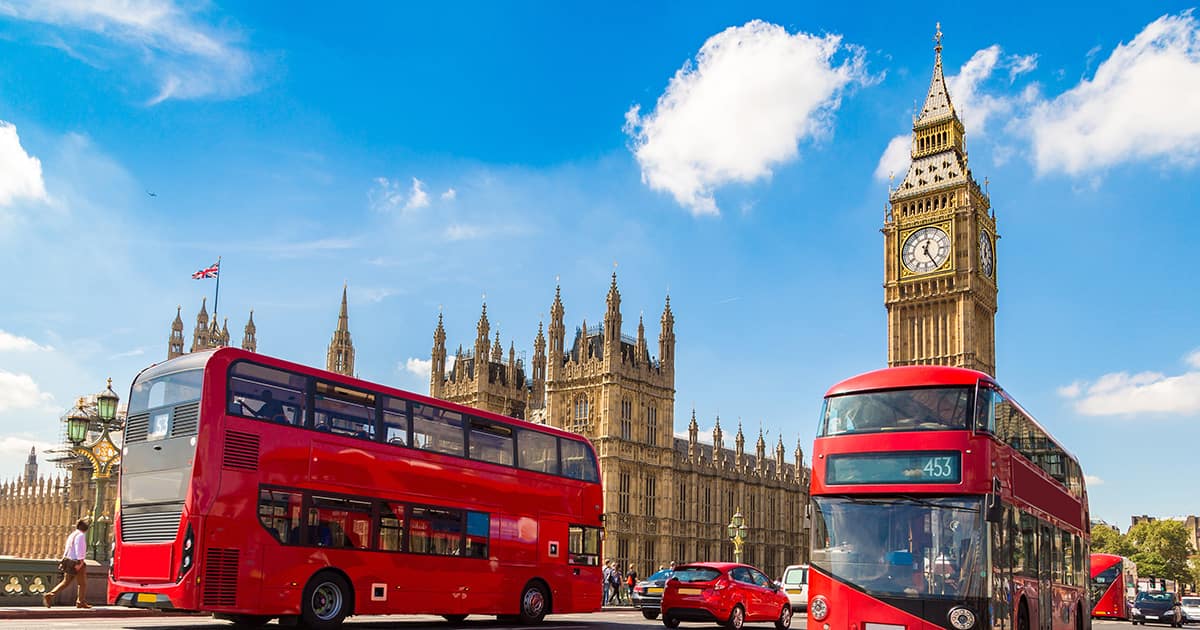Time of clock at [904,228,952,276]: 12:24
